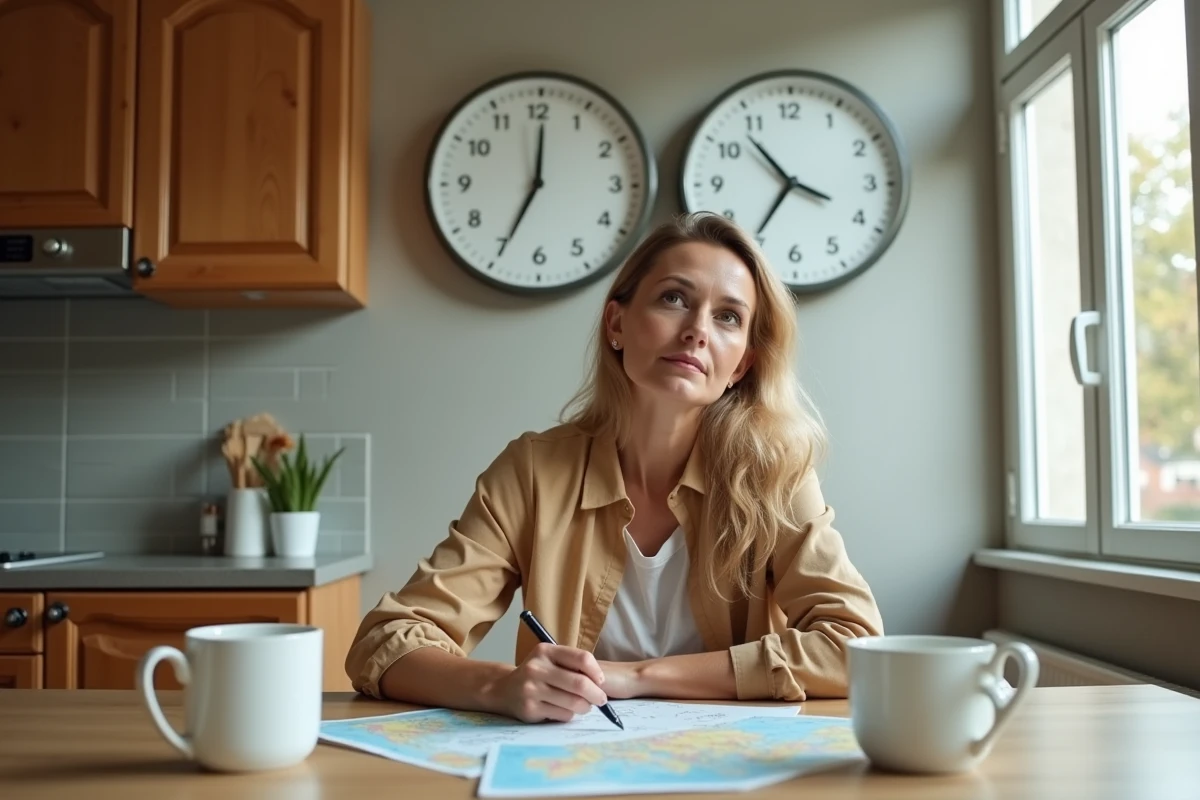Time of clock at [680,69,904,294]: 10:35
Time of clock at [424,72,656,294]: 7:00
